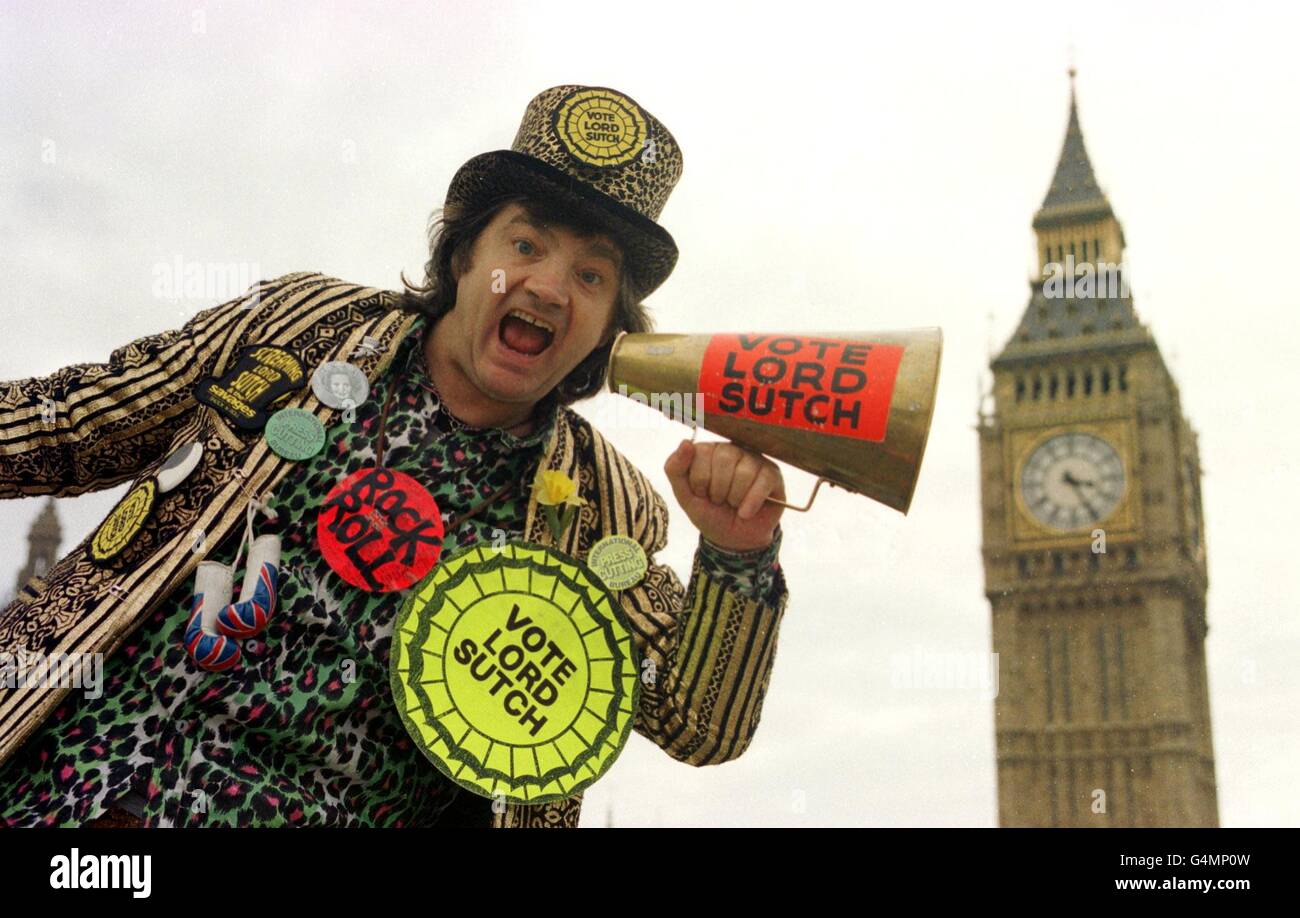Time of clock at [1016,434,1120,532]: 3:24
